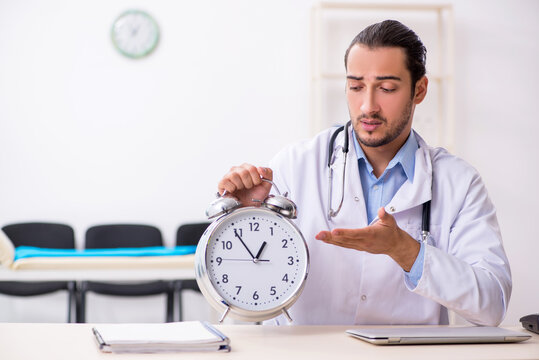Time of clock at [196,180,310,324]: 12:54
